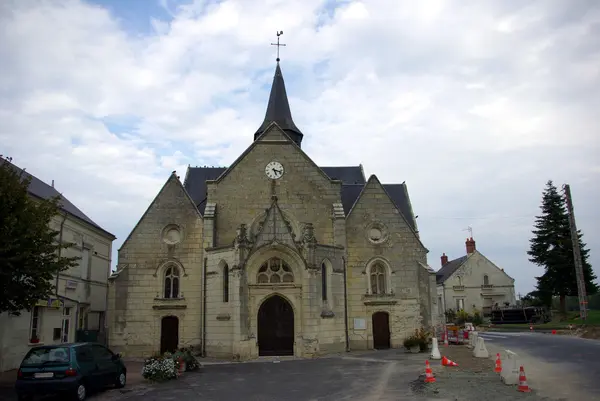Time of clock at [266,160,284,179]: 5:17
